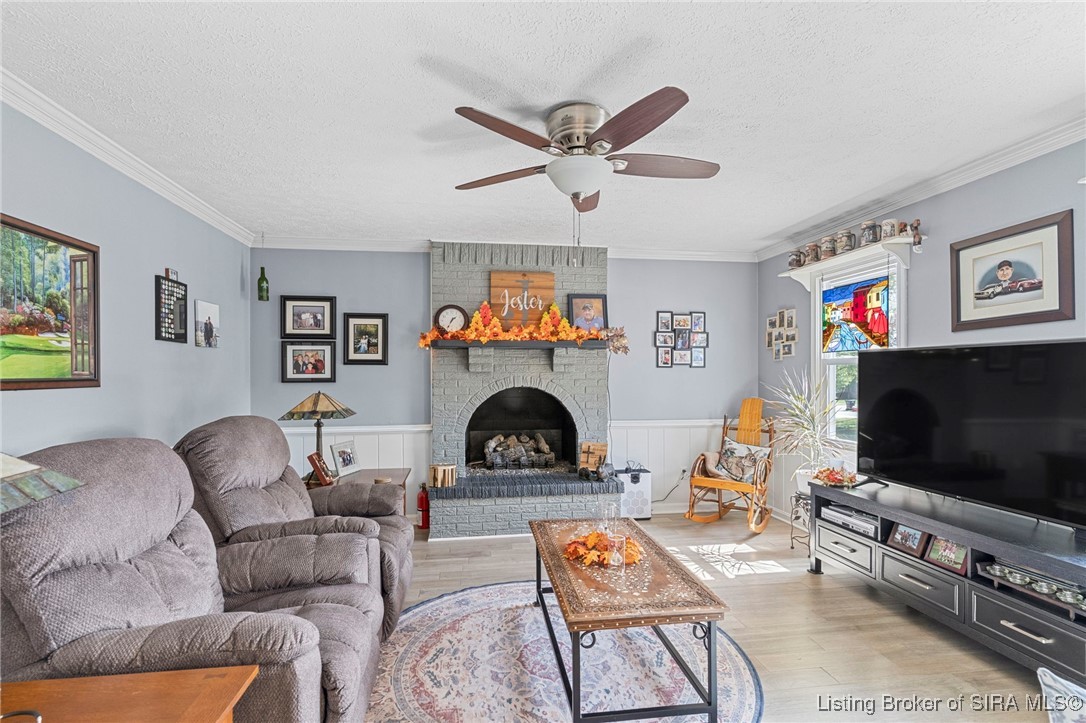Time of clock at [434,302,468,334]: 1:34
